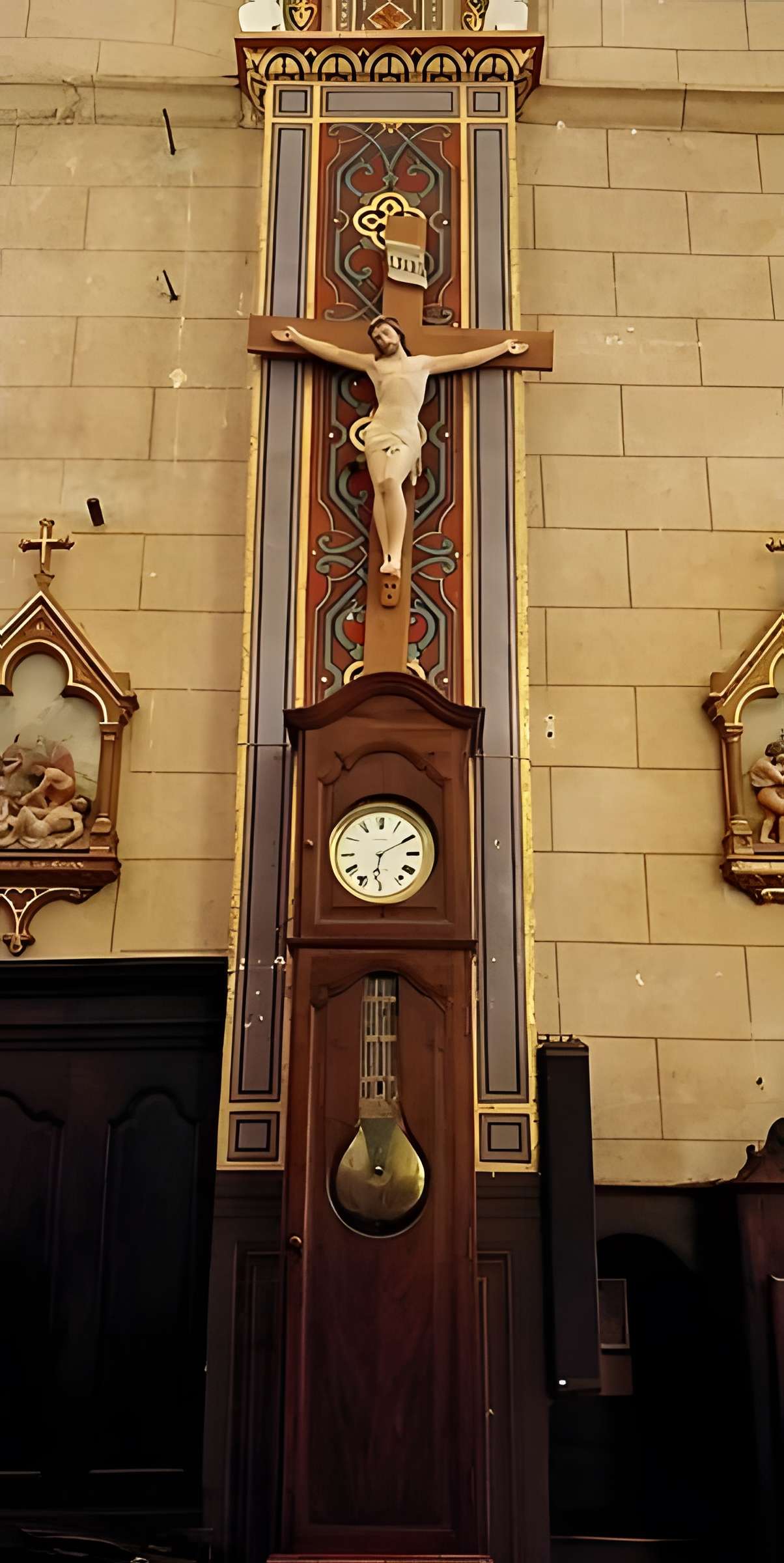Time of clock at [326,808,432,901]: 6:10
